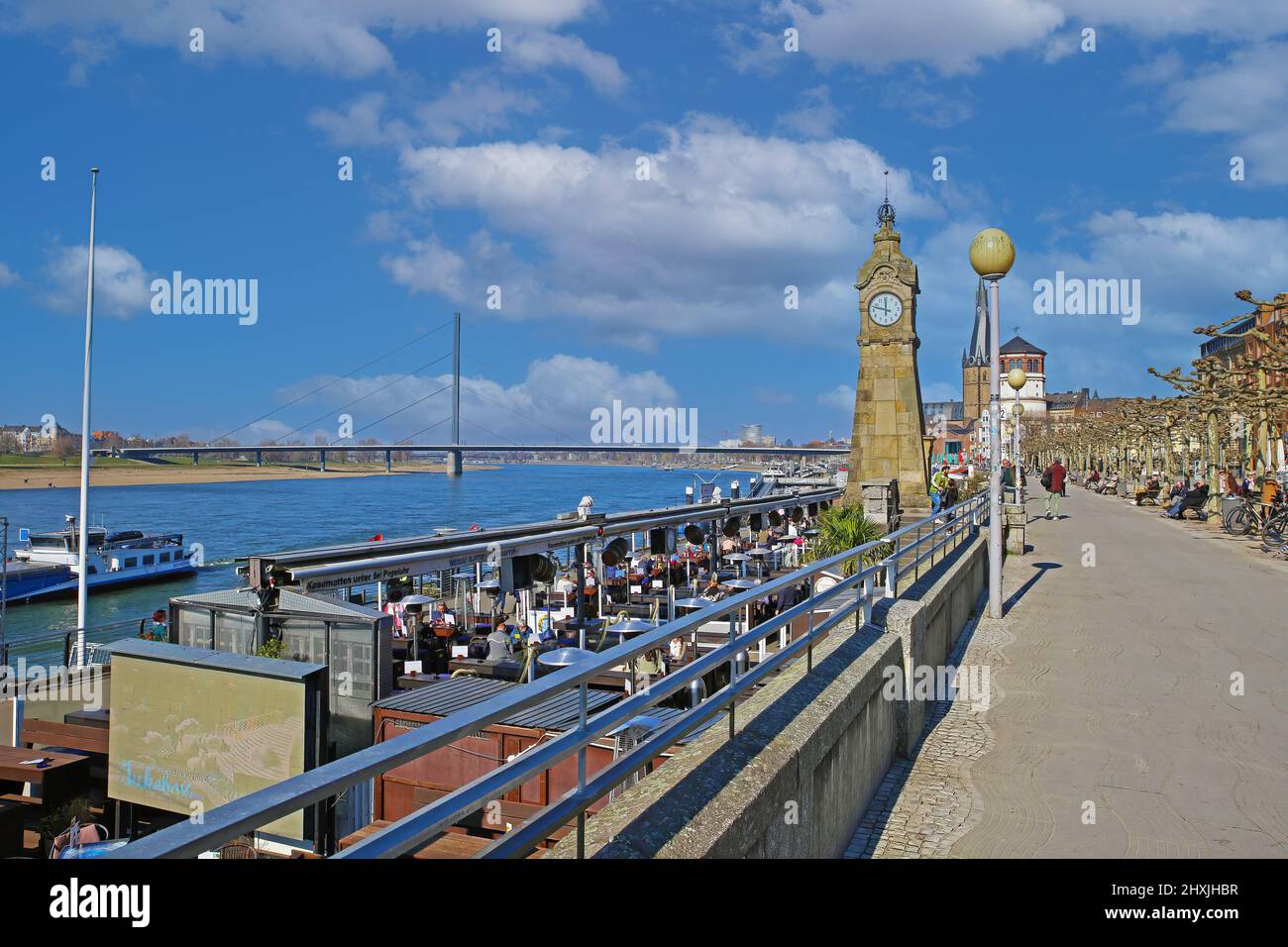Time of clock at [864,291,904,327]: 11:47
